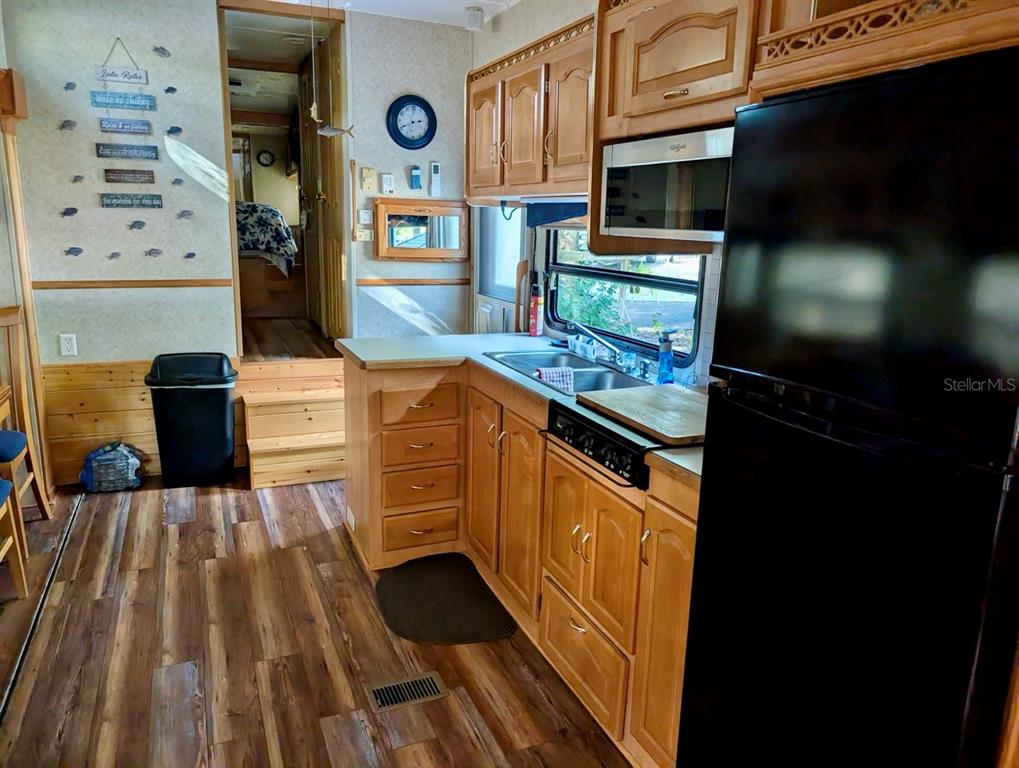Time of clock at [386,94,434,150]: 2:40
